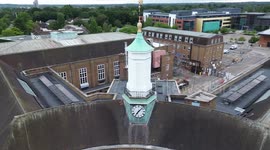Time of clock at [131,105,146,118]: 7:07
